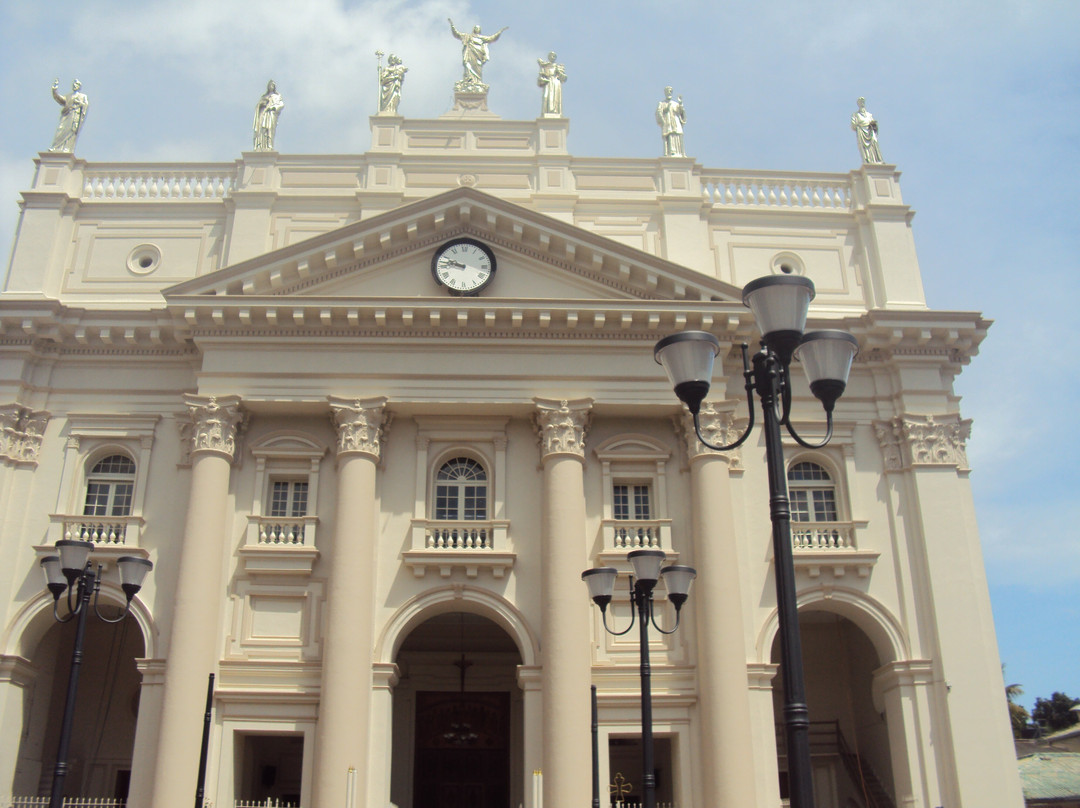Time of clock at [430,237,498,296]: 9:47
